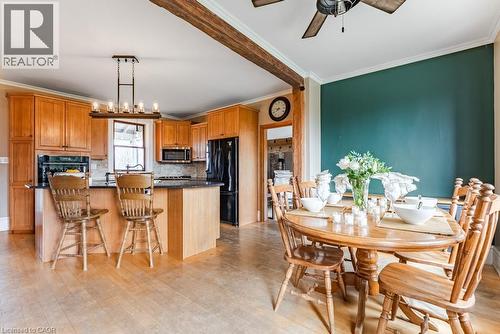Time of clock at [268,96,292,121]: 8:38
